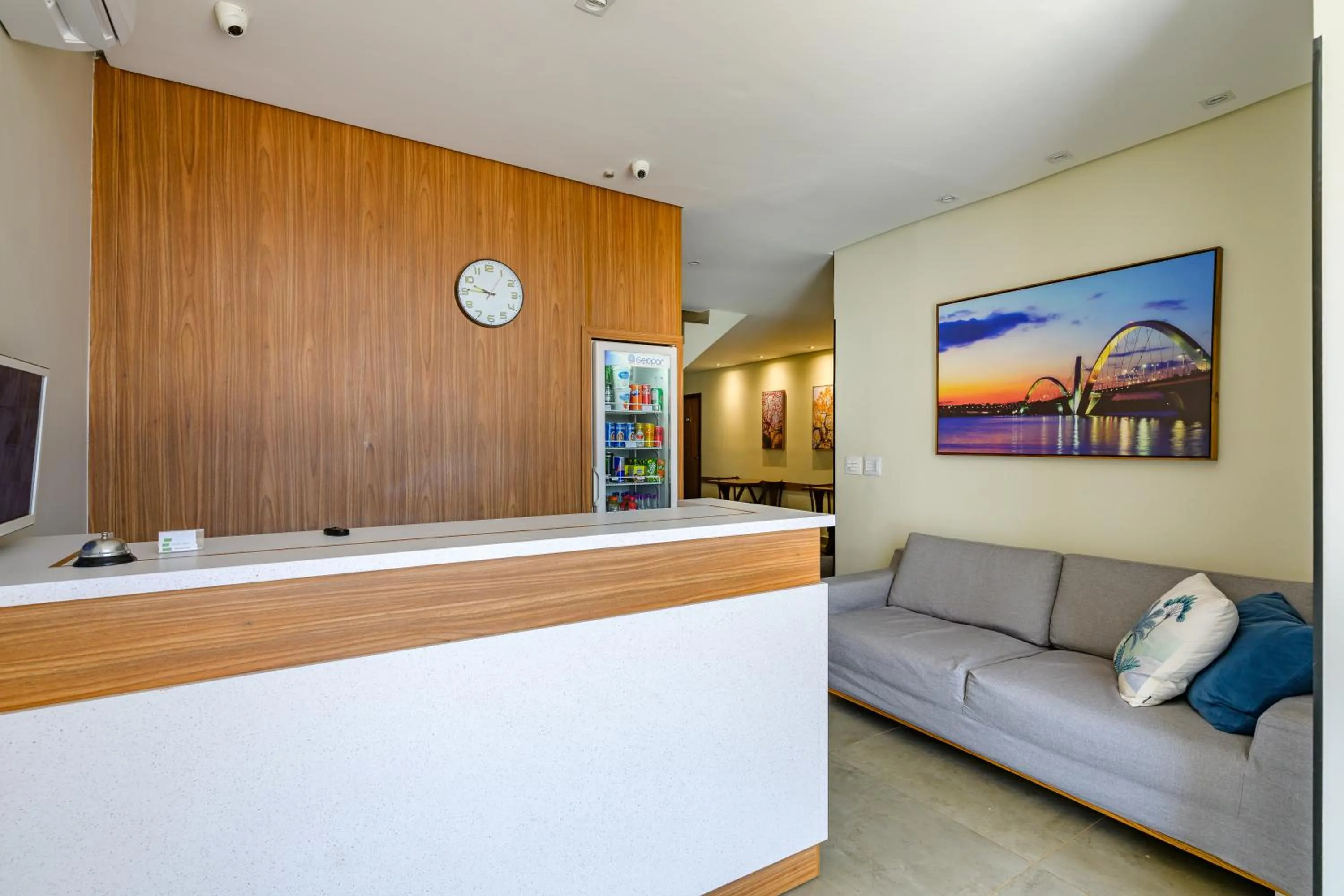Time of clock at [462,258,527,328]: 9:45
